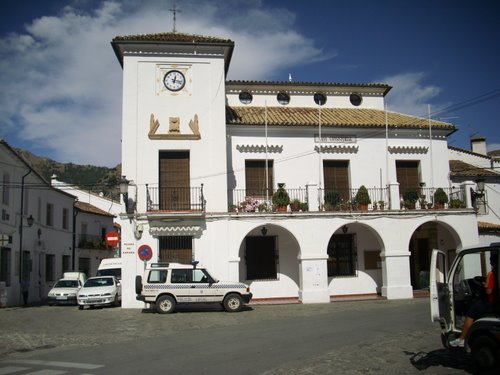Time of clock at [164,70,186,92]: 12:16
